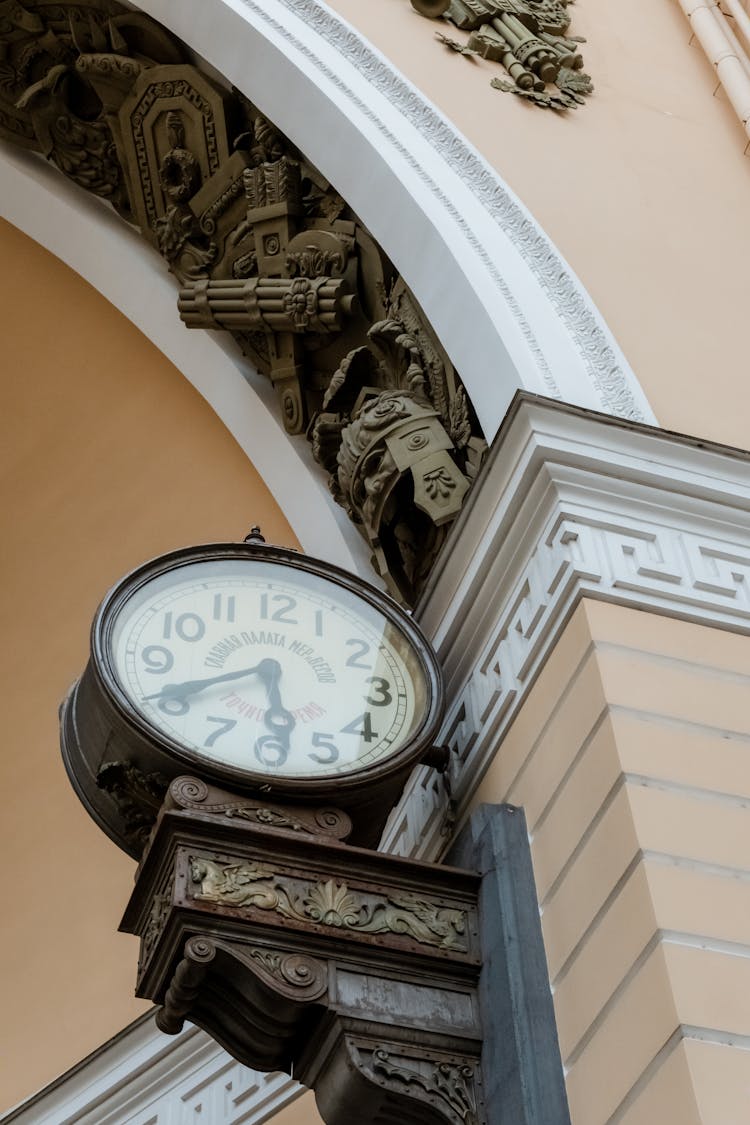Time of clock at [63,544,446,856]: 5:40
